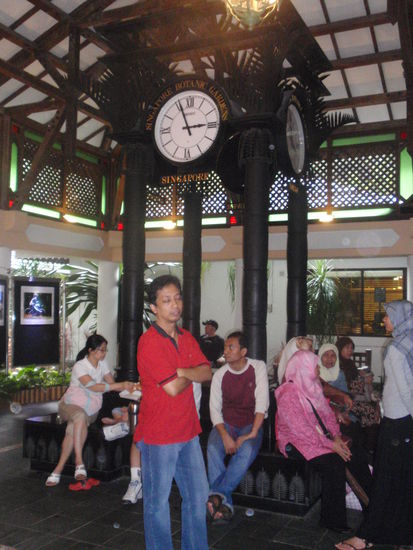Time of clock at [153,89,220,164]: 2:56
